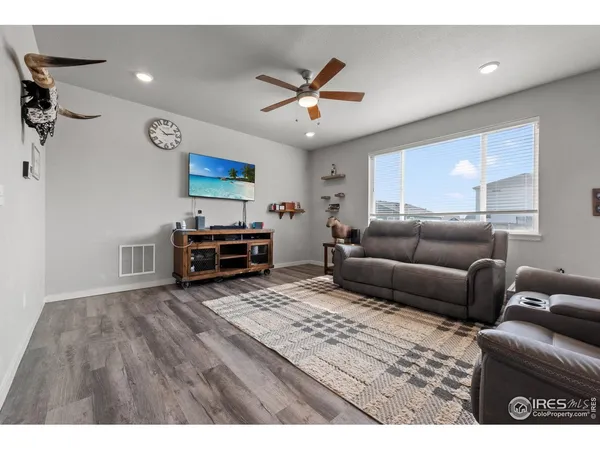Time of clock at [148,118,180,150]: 10:13
